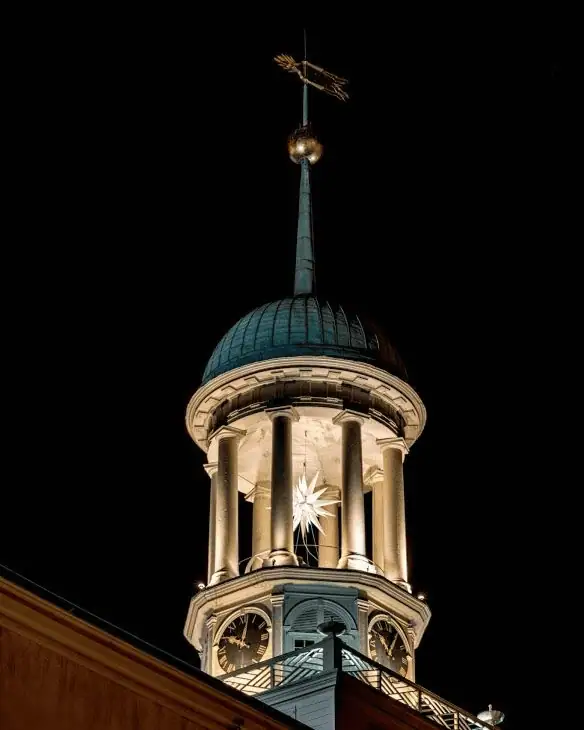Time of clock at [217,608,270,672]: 10:02
